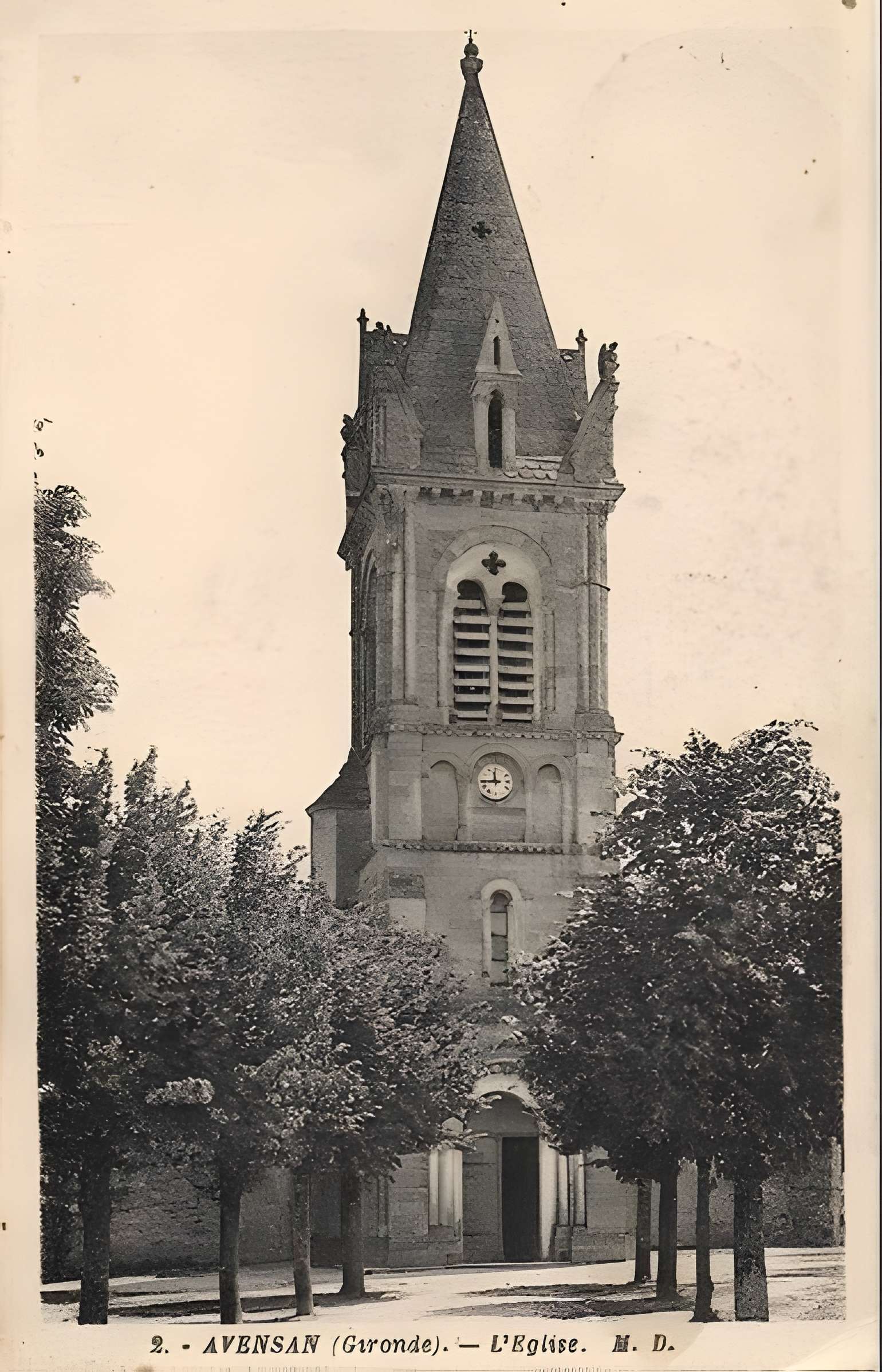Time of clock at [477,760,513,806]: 11:44
